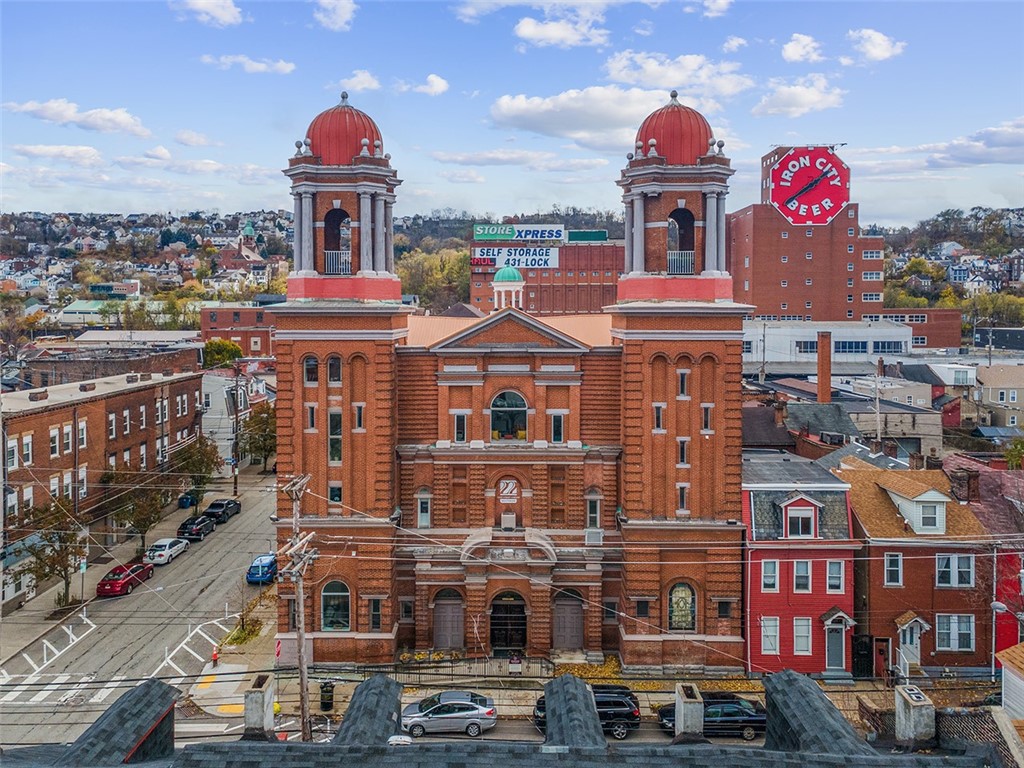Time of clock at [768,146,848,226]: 1:38
